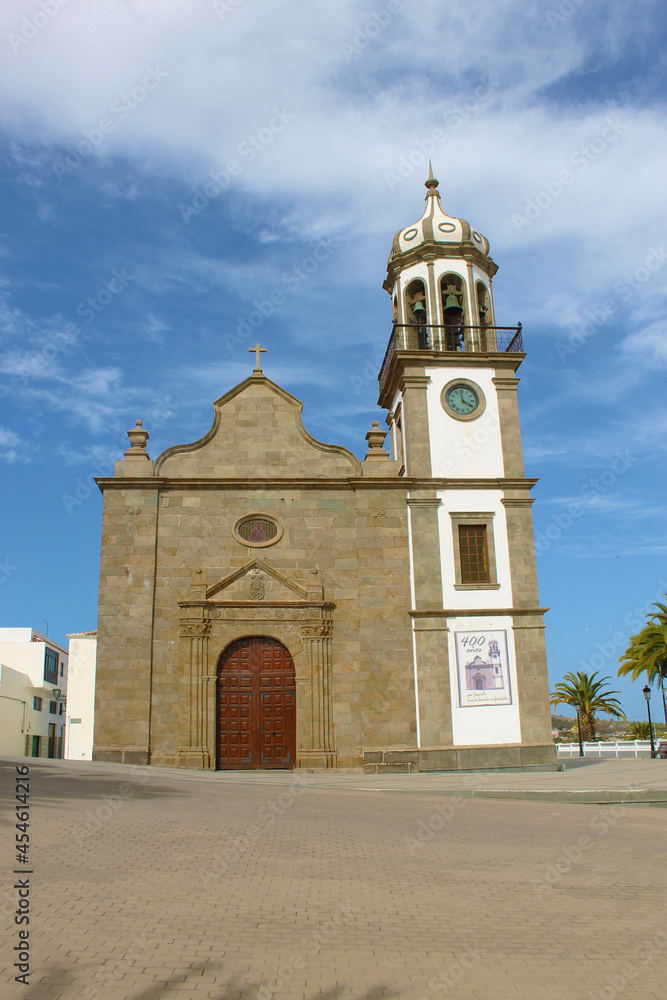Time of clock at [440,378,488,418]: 3:58
